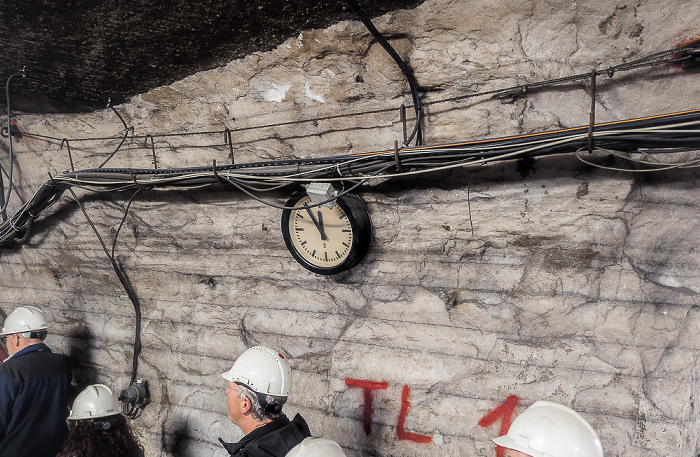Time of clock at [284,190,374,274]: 11:54
